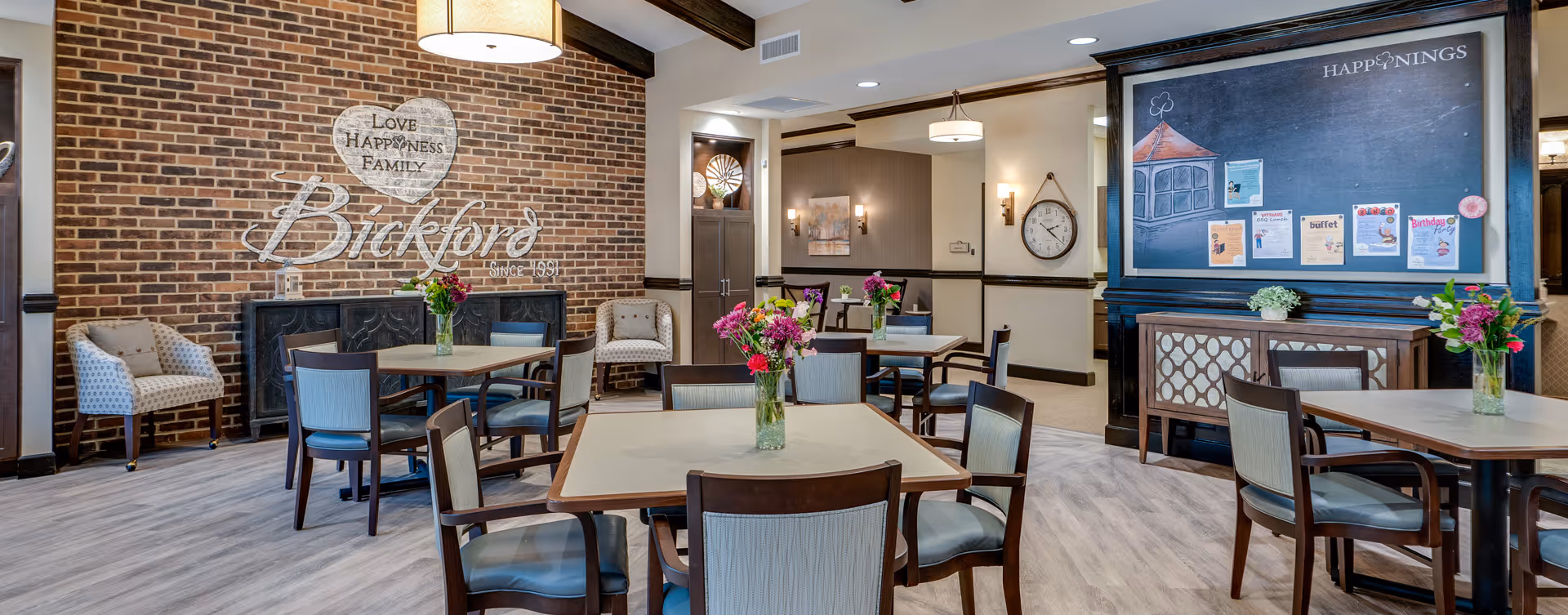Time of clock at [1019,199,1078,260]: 2:21
